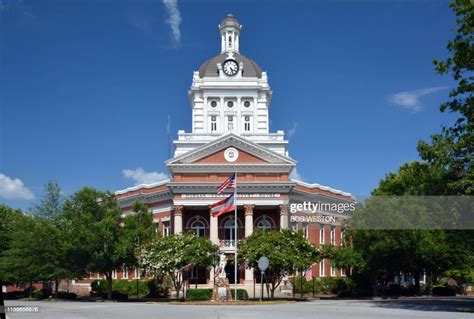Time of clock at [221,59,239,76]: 4:26
